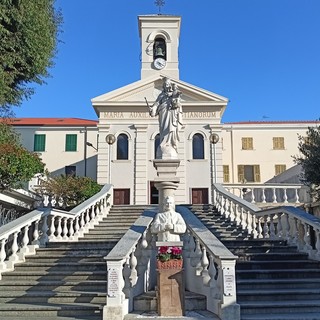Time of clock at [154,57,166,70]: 5:18
